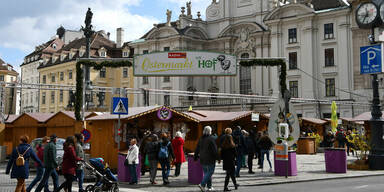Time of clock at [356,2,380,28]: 11:35
